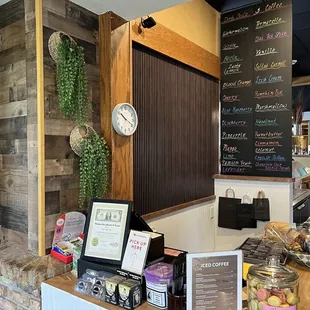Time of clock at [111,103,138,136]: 10:19
